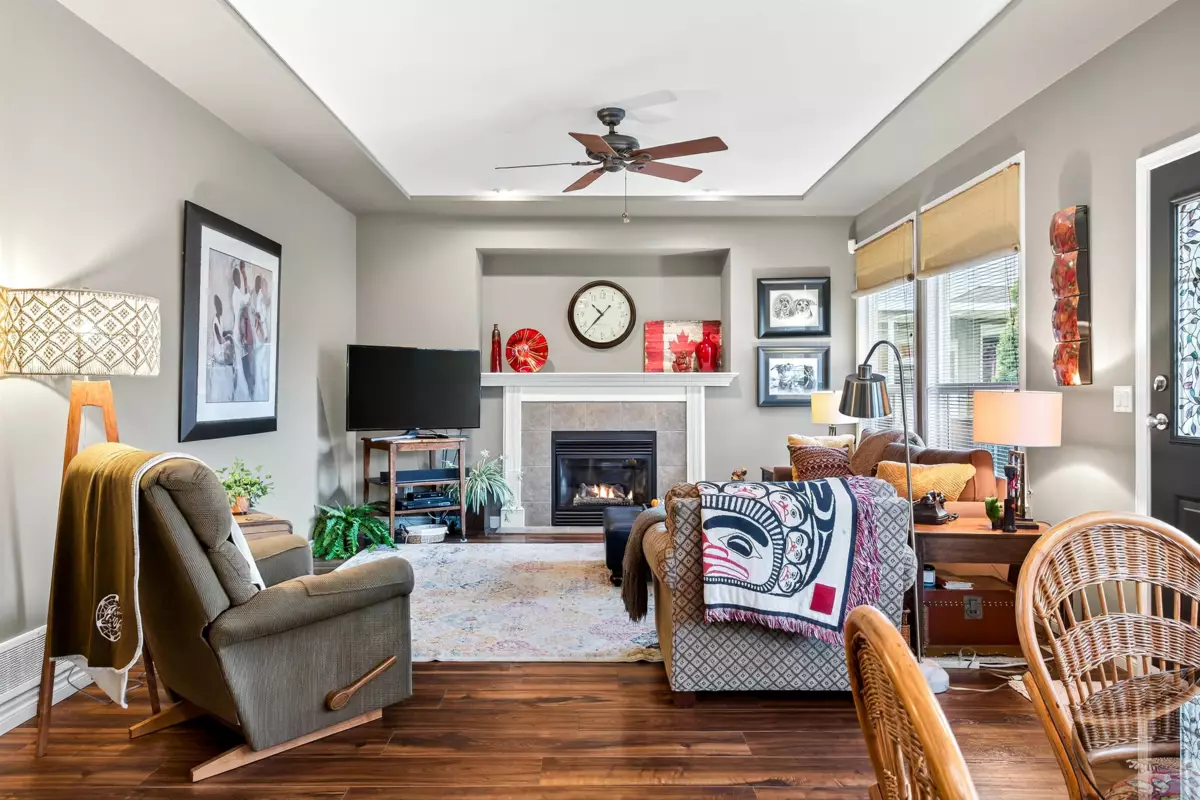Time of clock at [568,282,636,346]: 10:37
